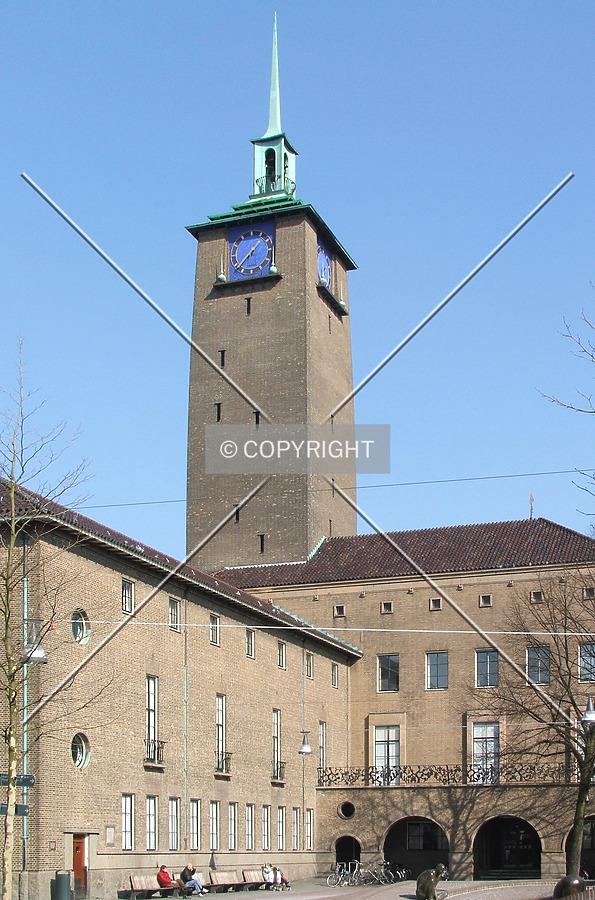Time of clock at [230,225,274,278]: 1:37
